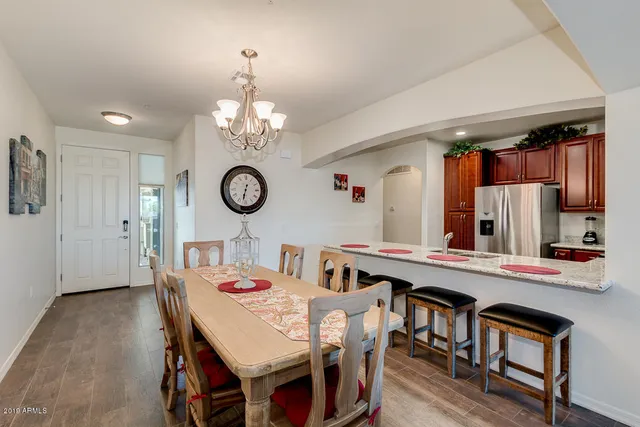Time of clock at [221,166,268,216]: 6:32
